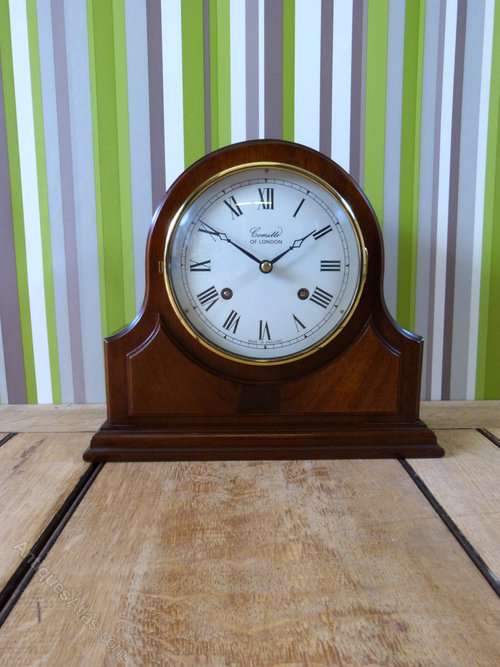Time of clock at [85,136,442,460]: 1:50
